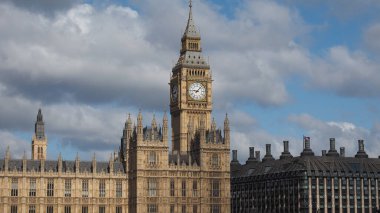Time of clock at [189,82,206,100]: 9:07
